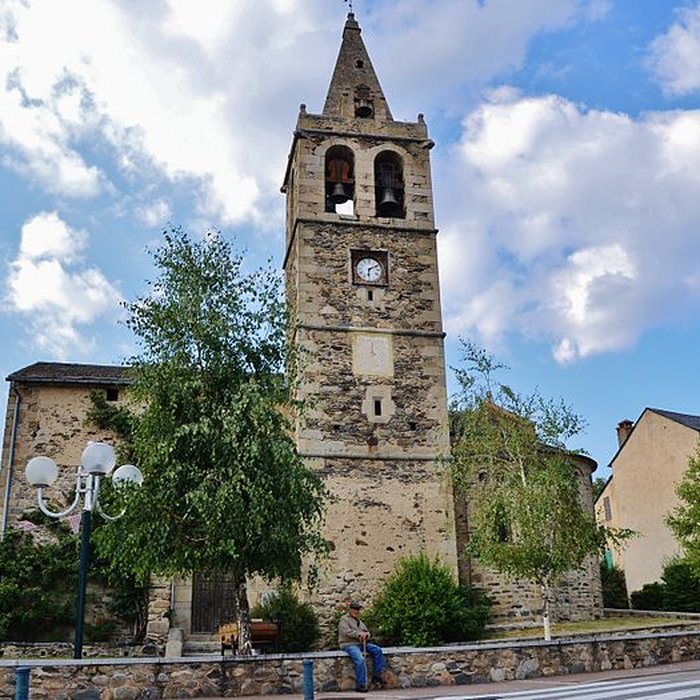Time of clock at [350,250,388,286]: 6:10
